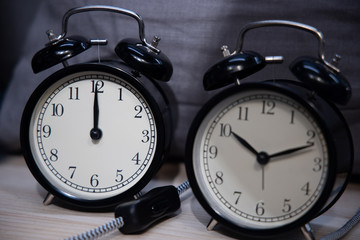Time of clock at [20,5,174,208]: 12:00
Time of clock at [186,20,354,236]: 10:11
